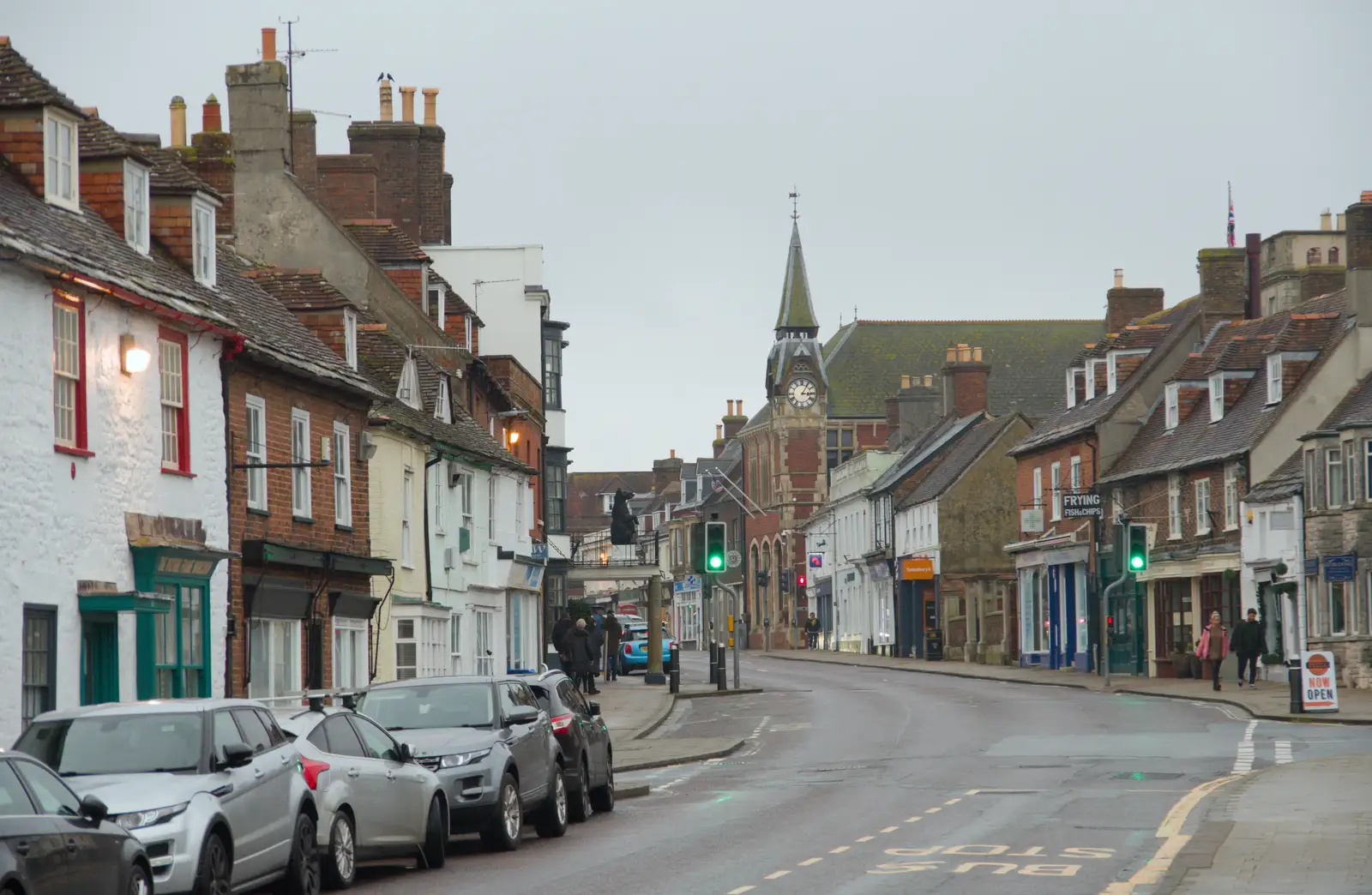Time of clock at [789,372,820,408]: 3:05
